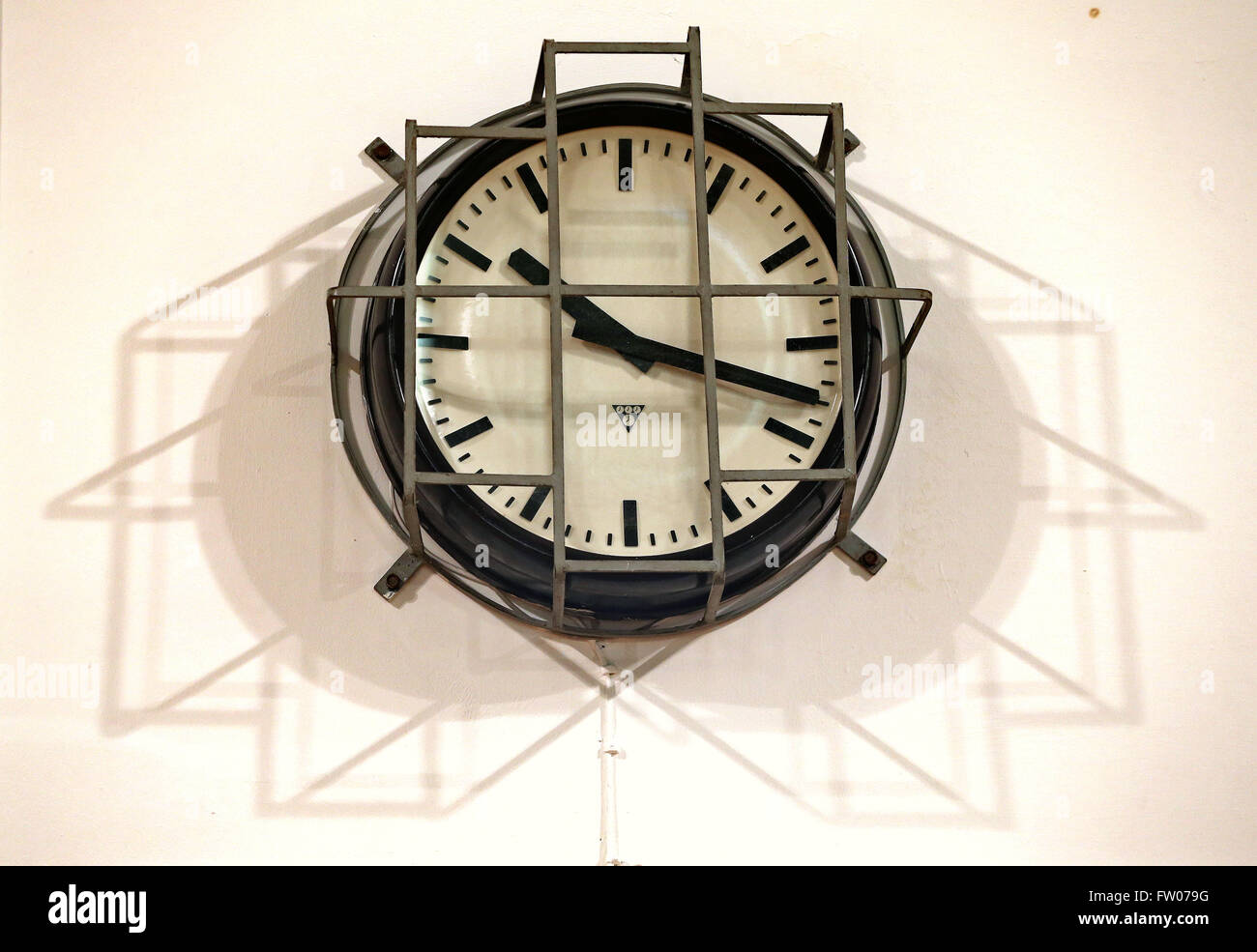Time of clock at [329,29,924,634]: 10:18
